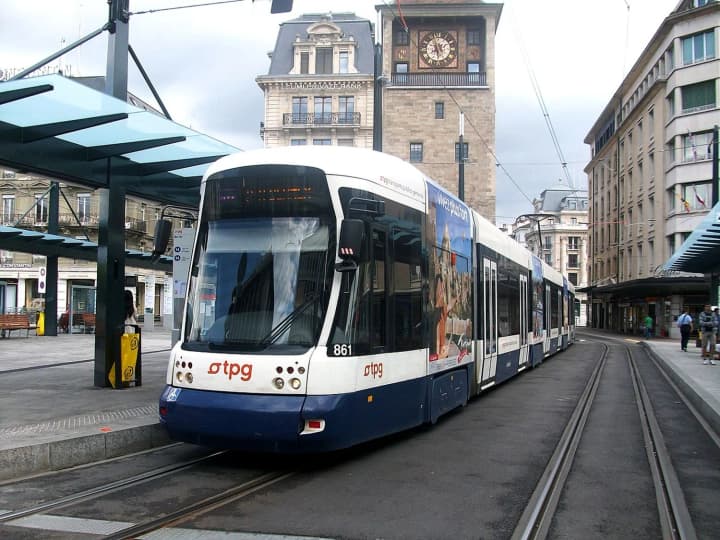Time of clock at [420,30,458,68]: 7:57
